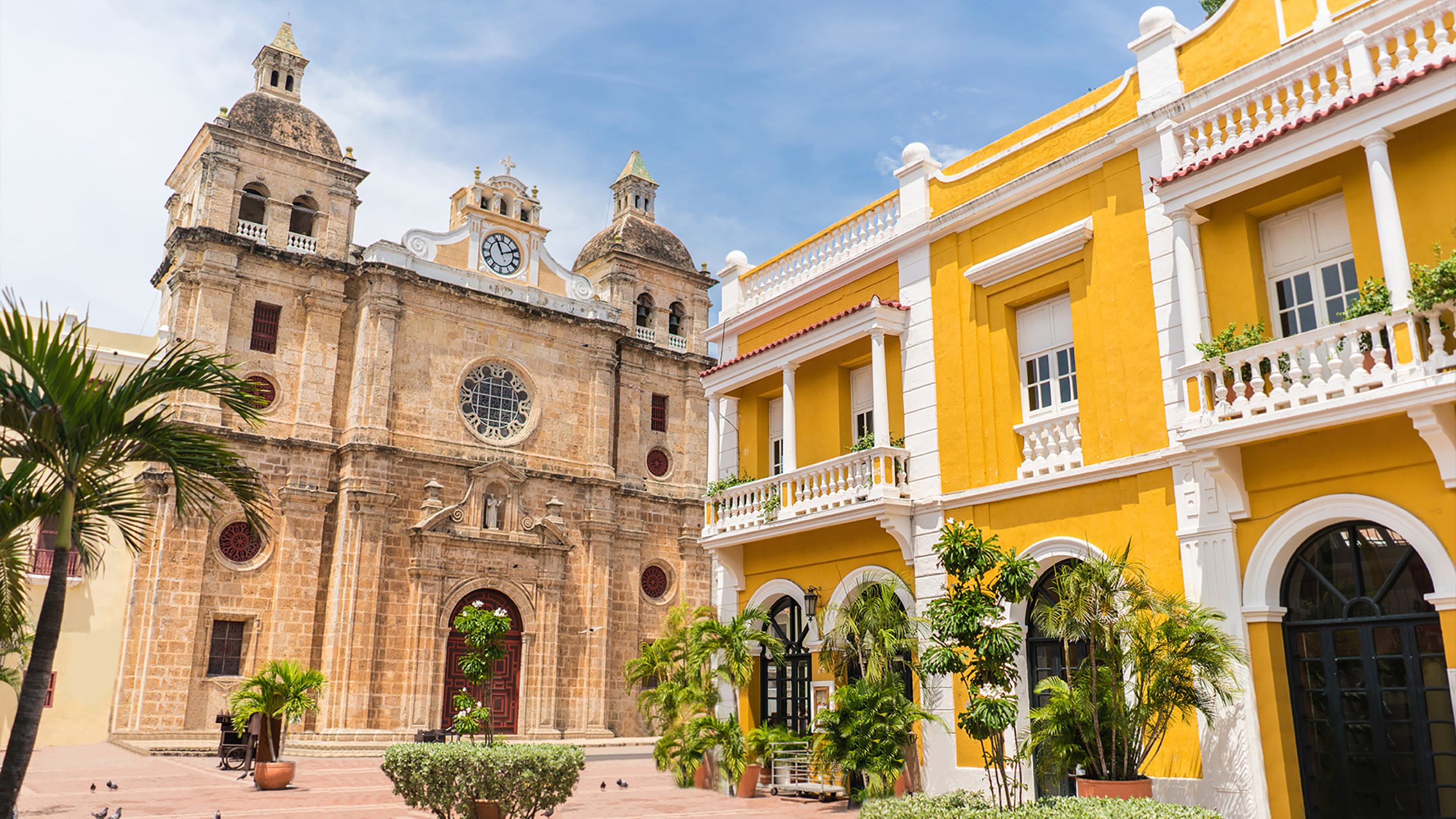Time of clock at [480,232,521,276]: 11:11
